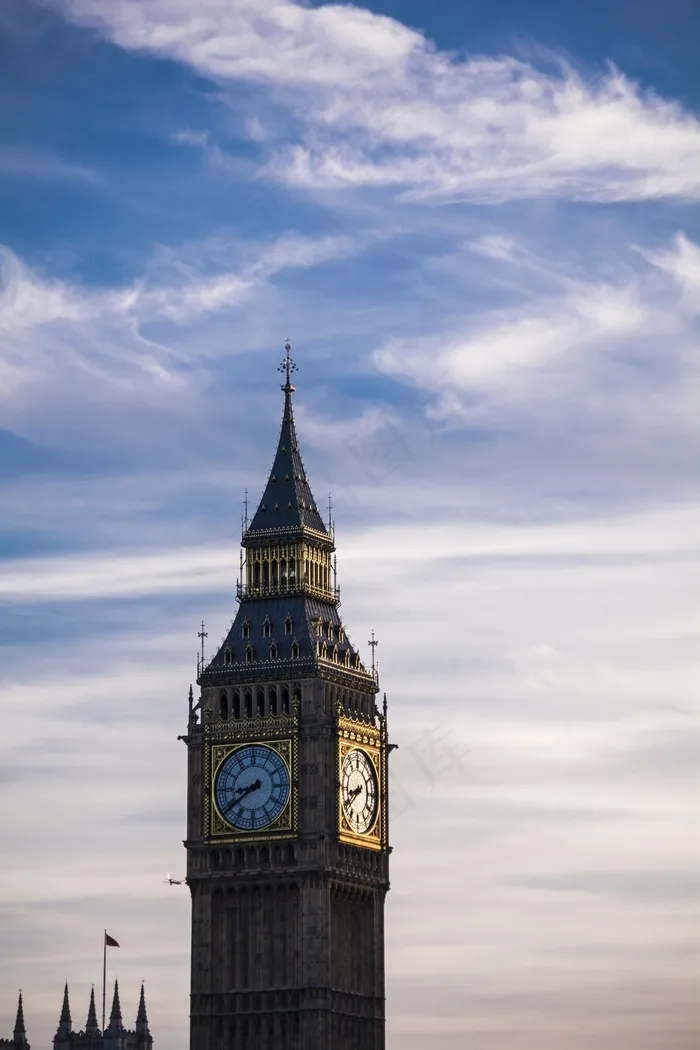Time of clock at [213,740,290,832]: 8:38
